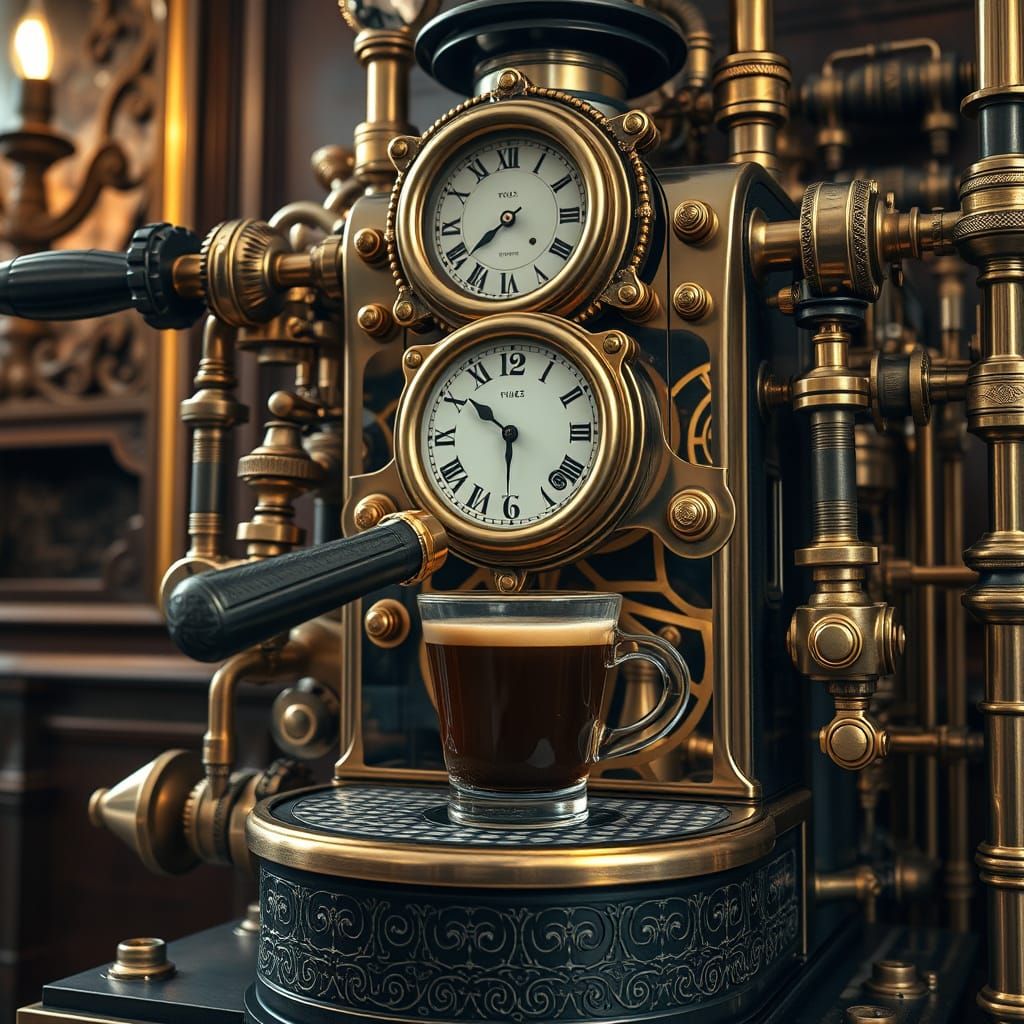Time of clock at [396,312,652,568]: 10:30
